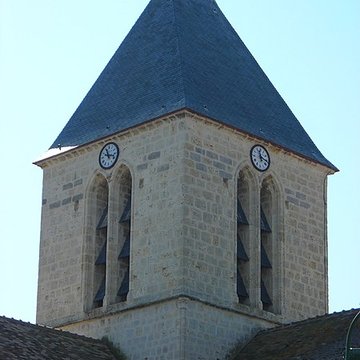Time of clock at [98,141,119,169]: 11:17
